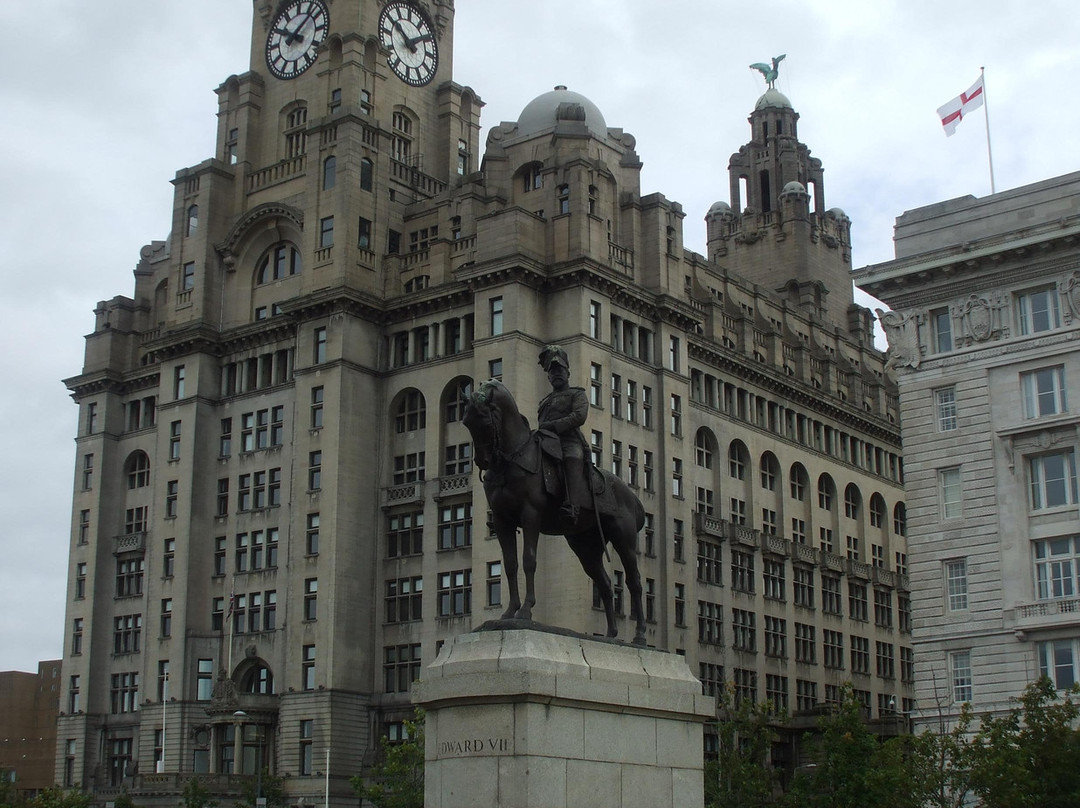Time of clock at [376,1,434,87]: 1:50
